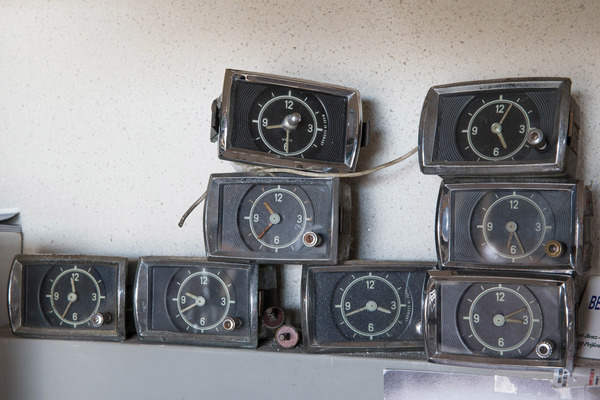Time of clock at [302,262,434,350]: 3:41
